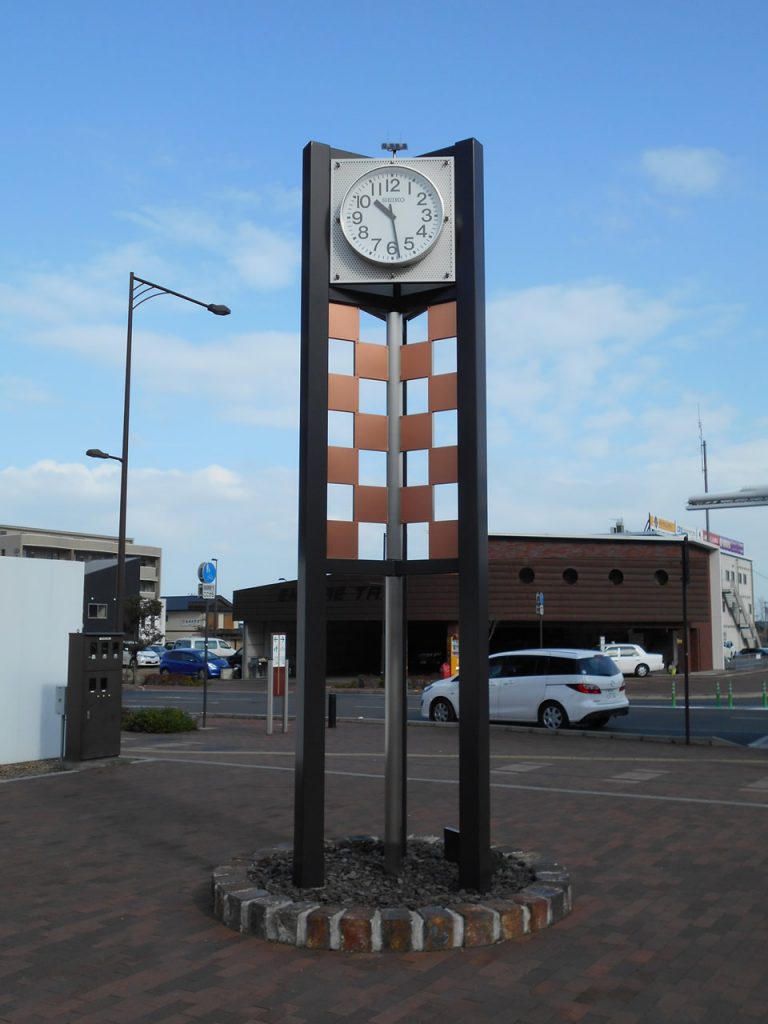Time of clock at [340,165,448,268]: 10:28
